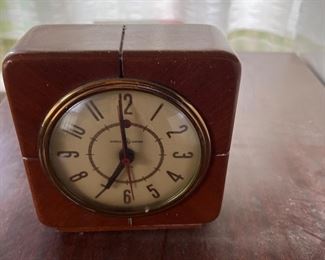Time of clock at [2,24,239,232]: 6:59
